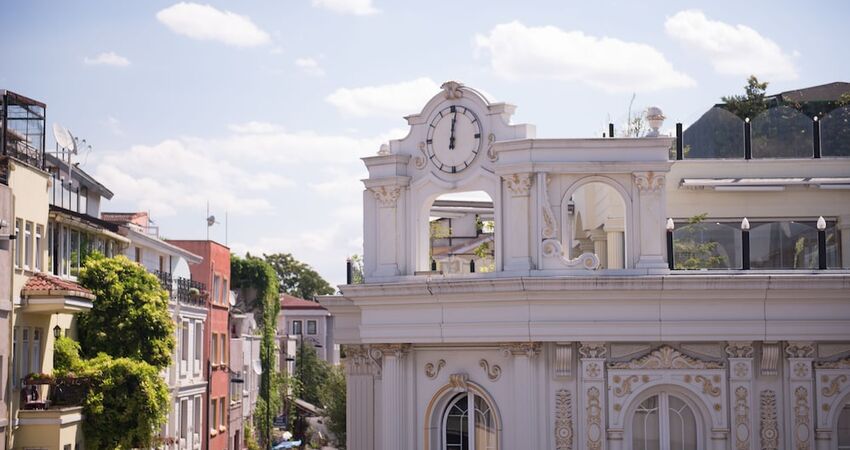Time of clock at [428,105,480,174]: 12:01
